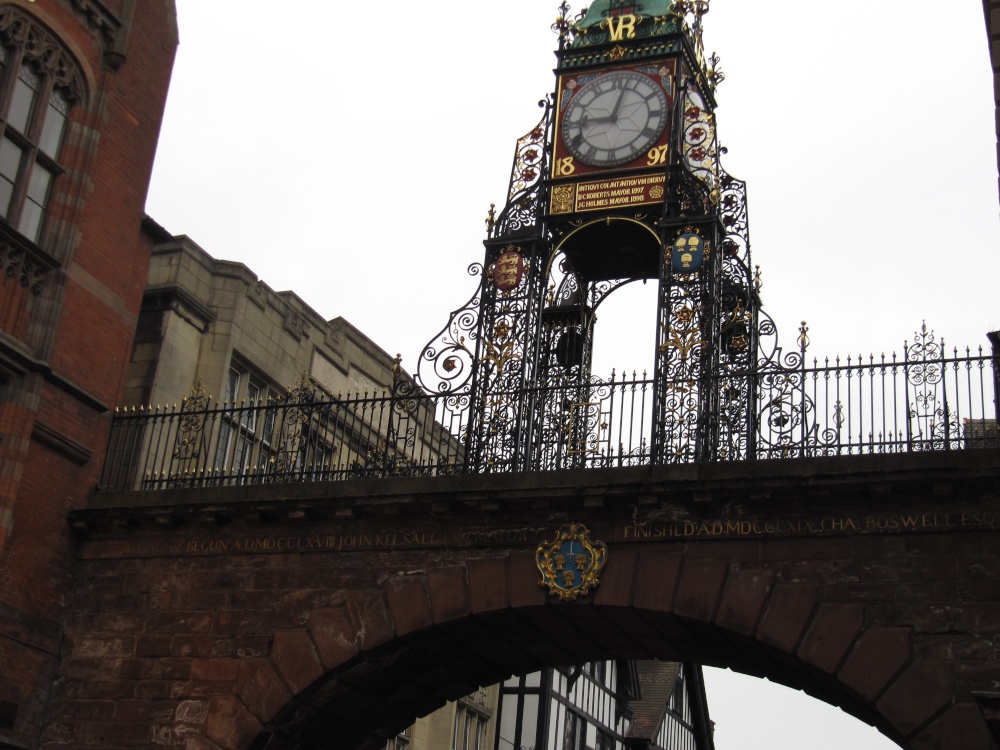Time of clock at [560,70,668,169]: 9:02
